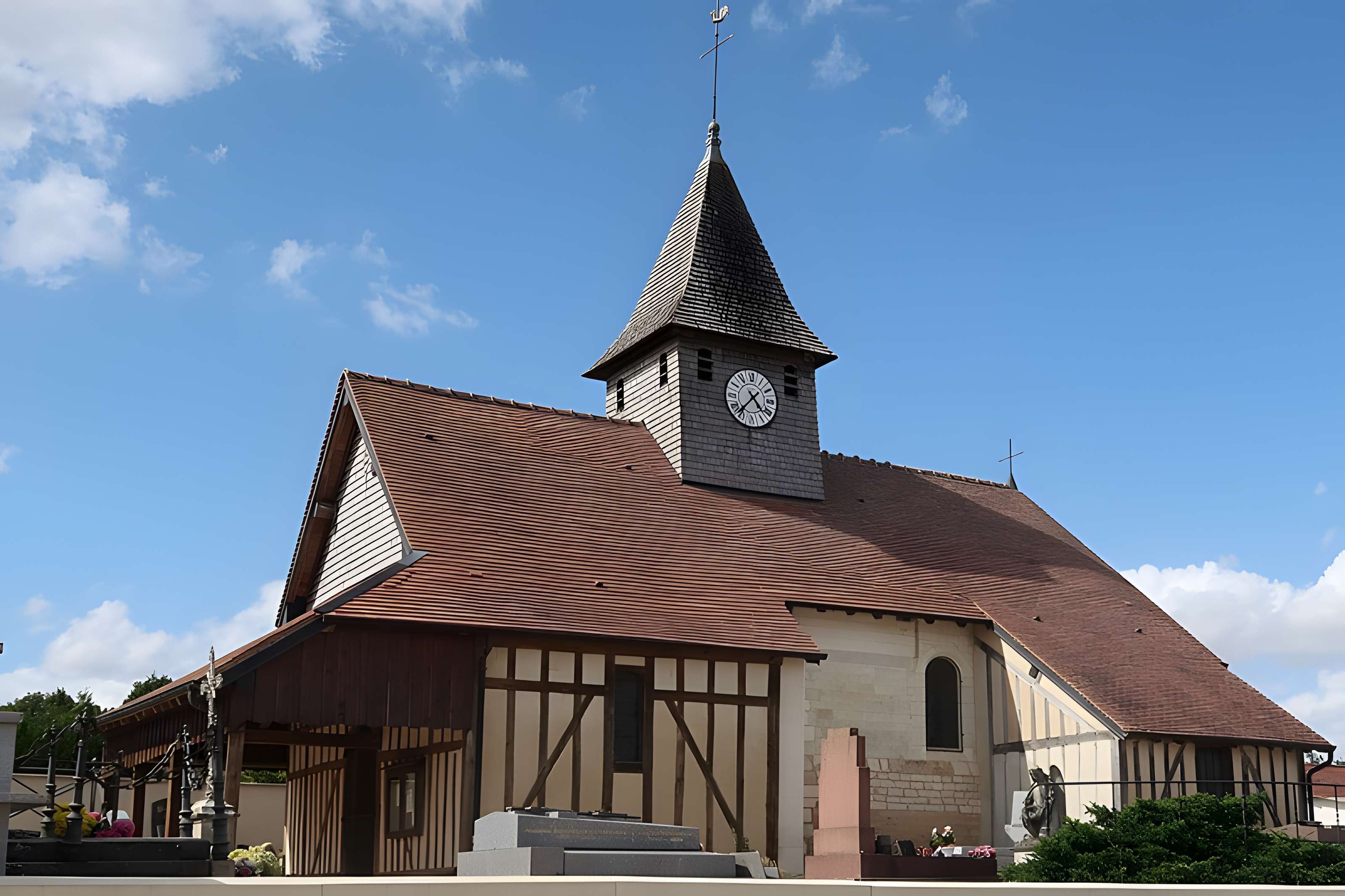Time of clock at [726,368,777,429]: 4:37
